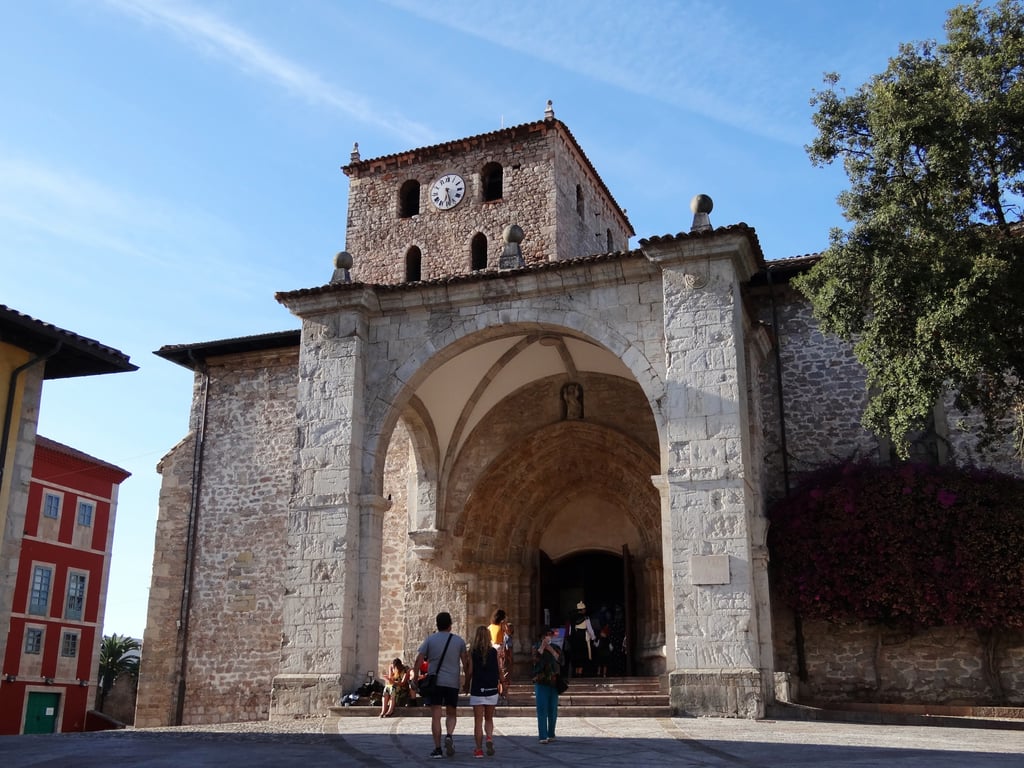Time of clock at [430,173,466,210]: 6:27
